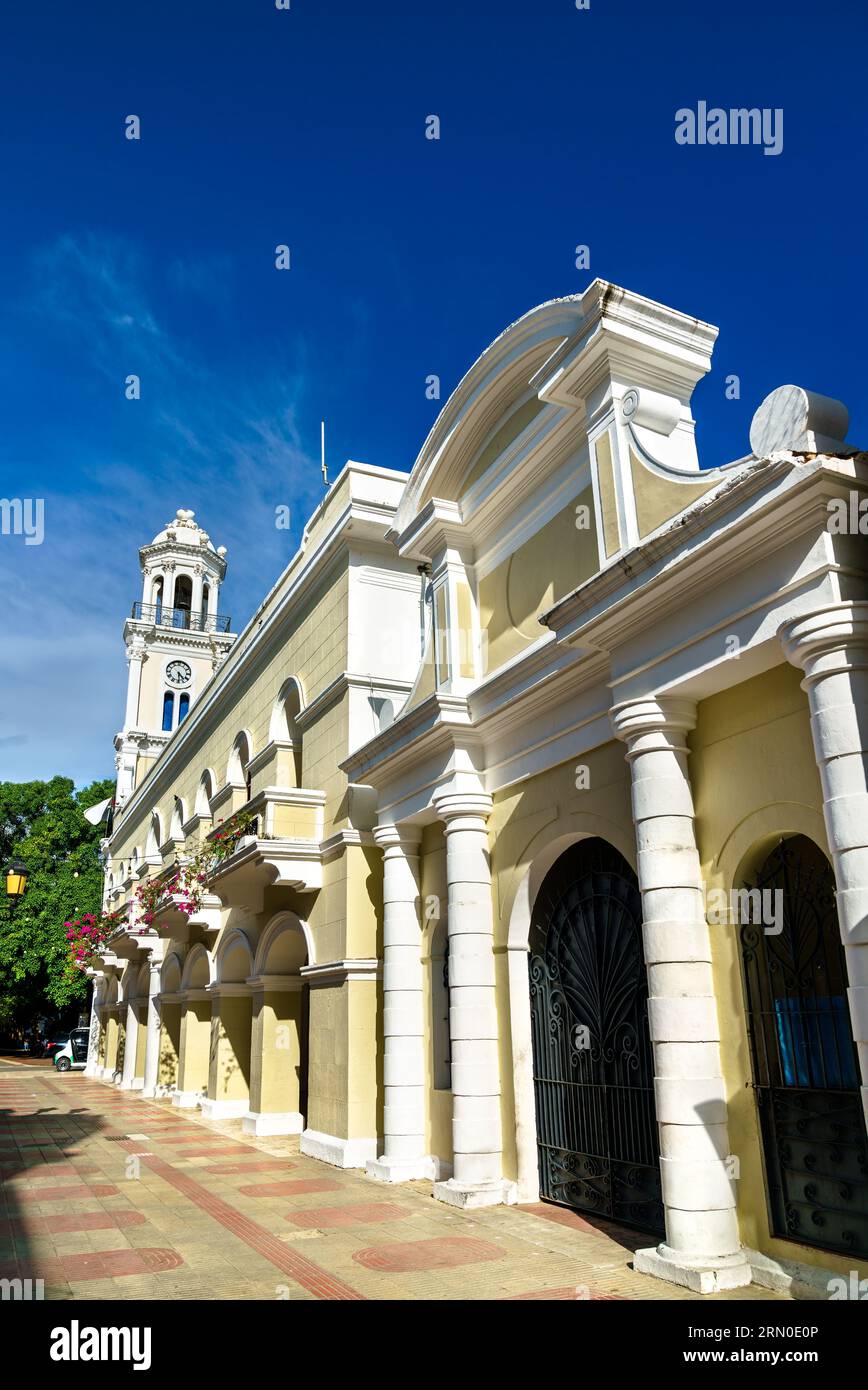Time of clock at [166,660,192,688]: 4:29
